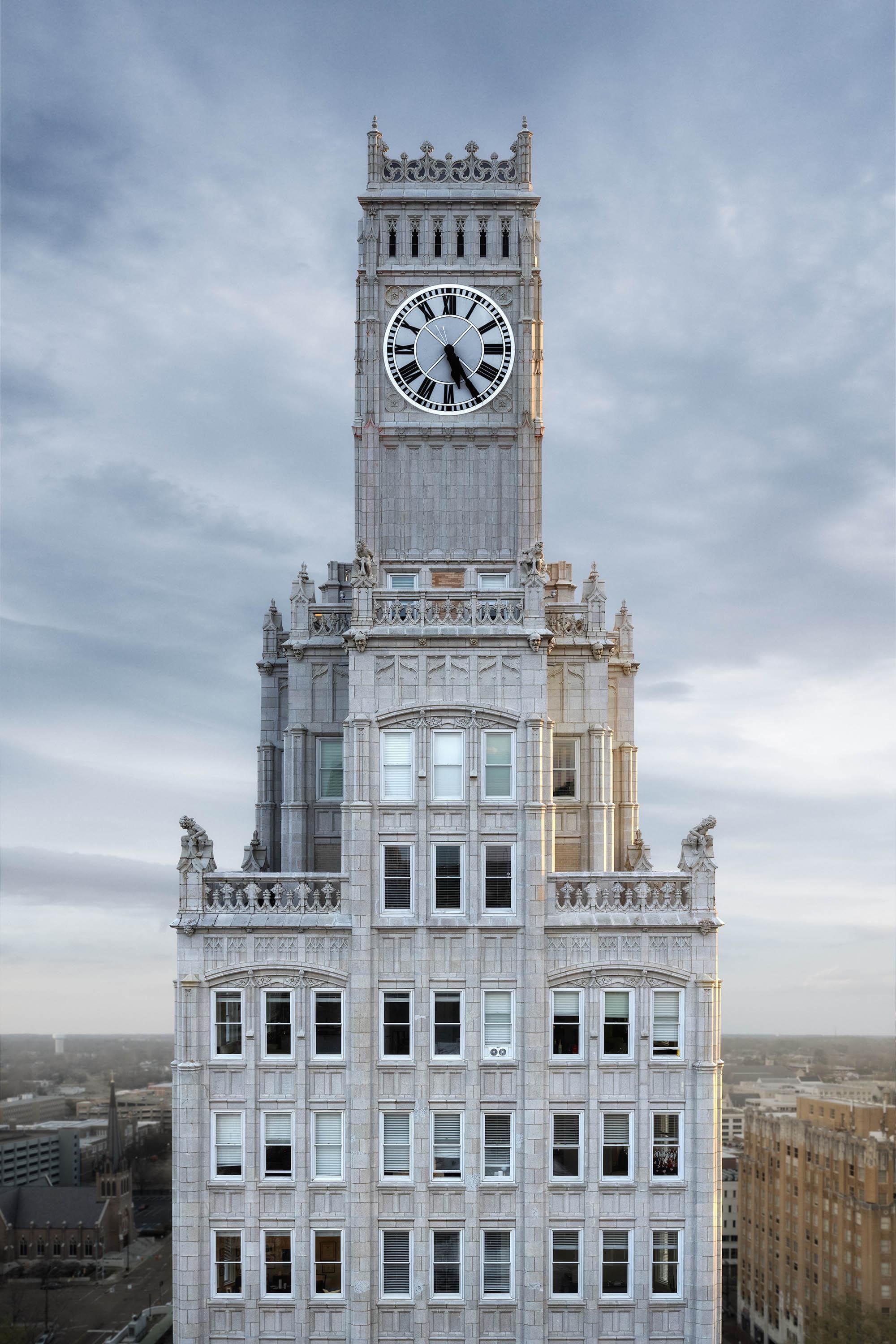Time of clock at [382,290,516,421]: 5:24
